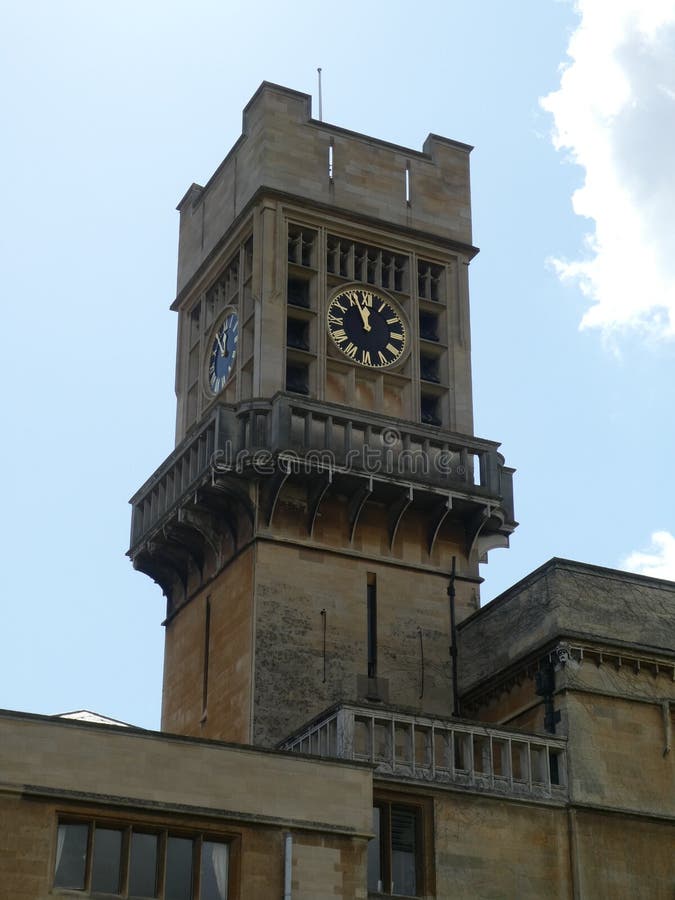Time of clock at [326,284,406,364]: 11:56
